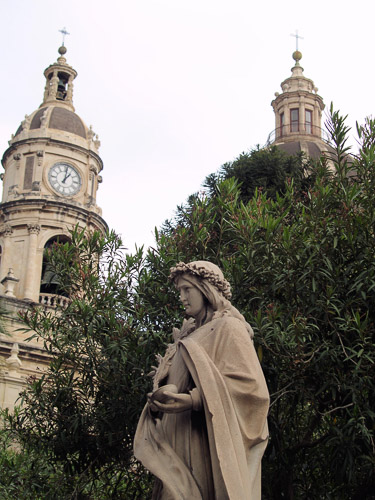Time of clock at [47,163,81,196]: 1:01
